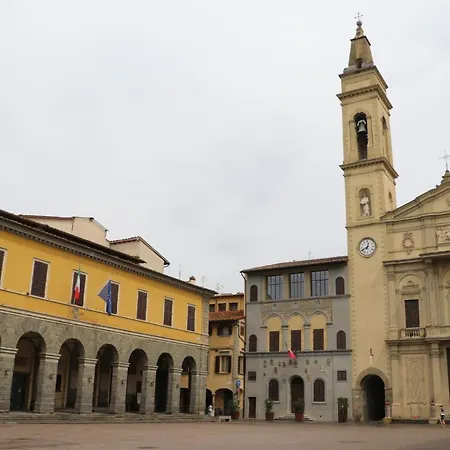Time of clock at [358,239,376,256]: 12:40
